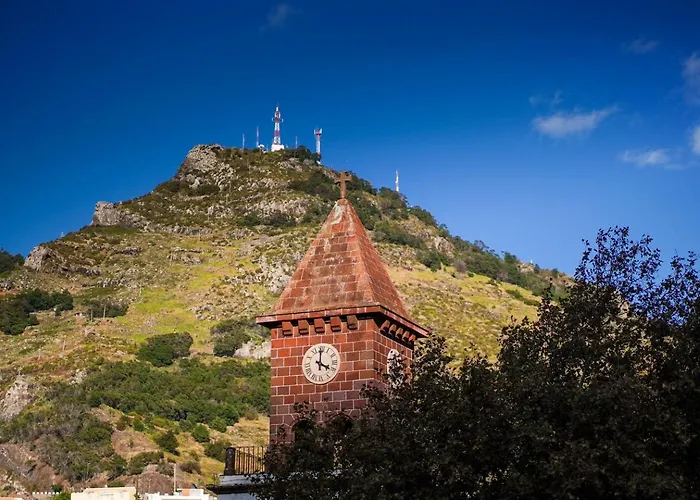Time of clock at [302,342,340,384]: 4:00
